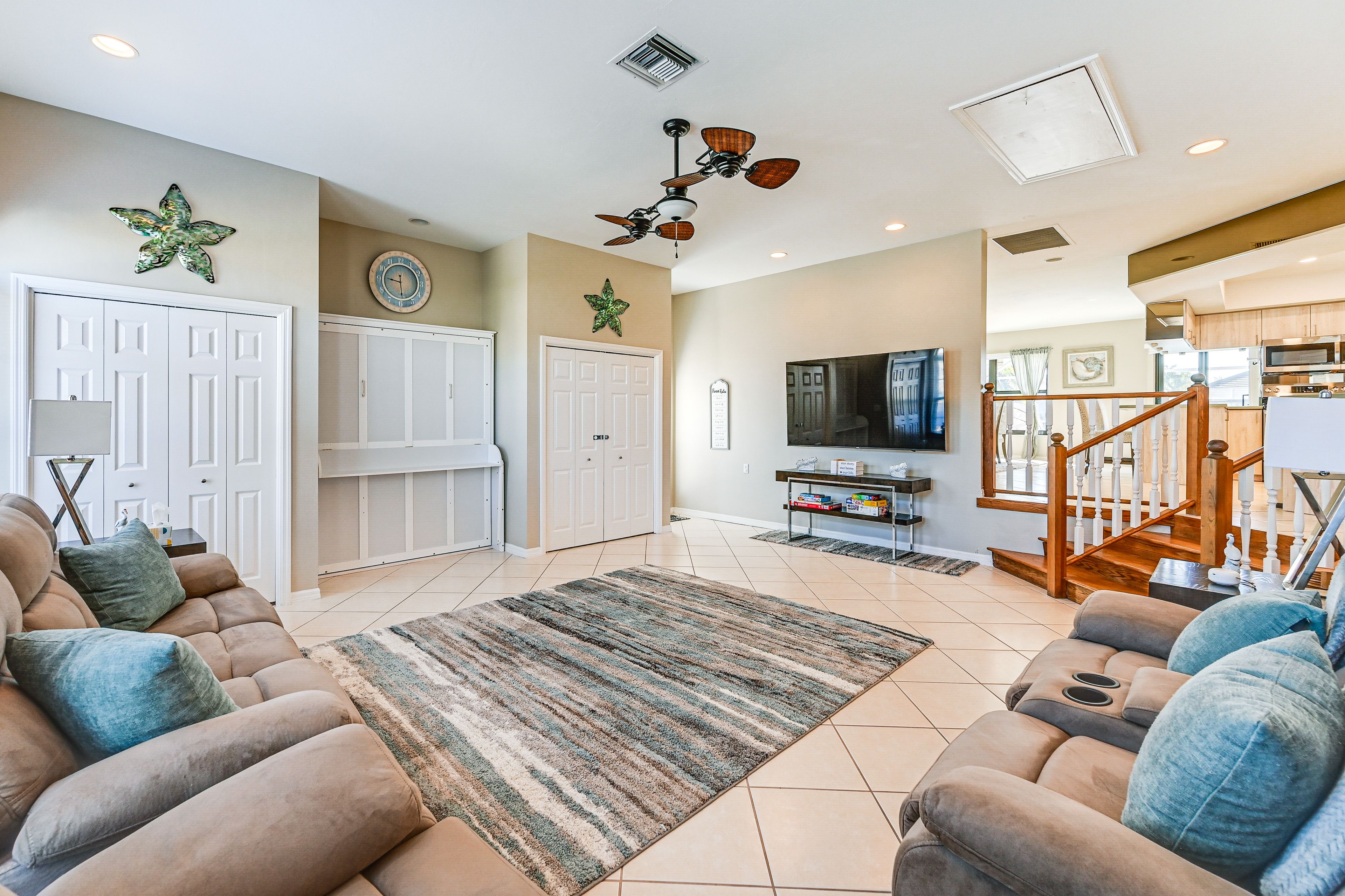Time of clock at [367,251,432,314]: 5:46
